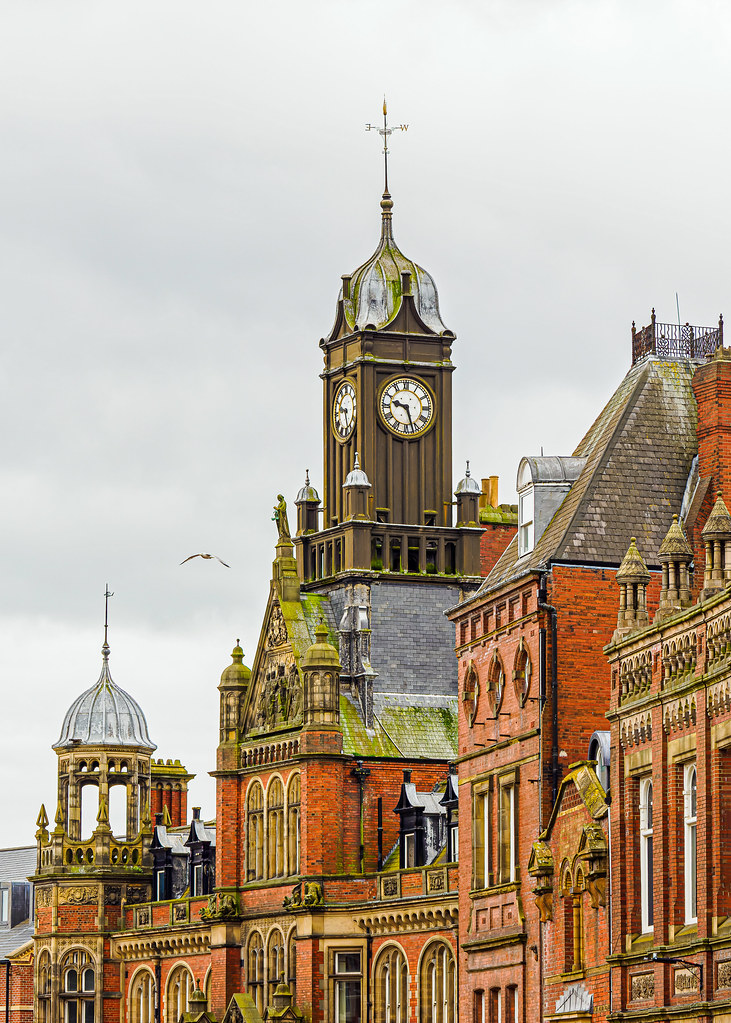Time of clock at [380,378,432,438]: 9:27
